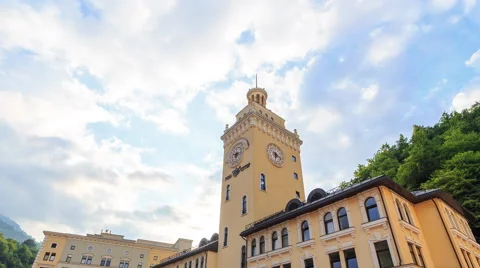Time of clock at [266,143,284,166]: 6:18
